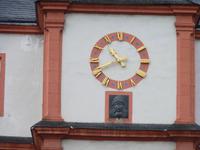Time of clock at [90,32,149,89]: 10:41
